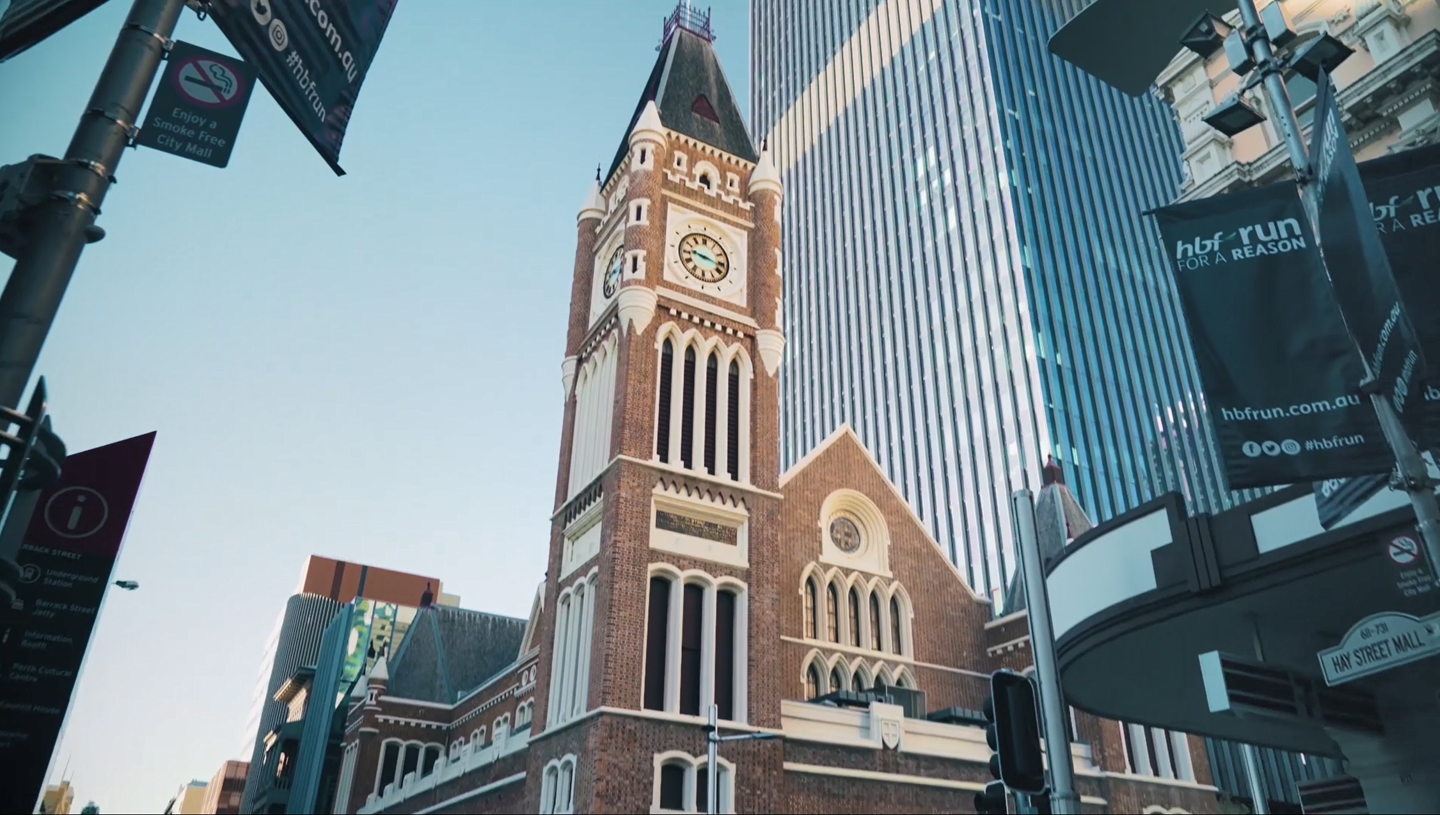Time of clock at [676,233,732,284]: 9:16
